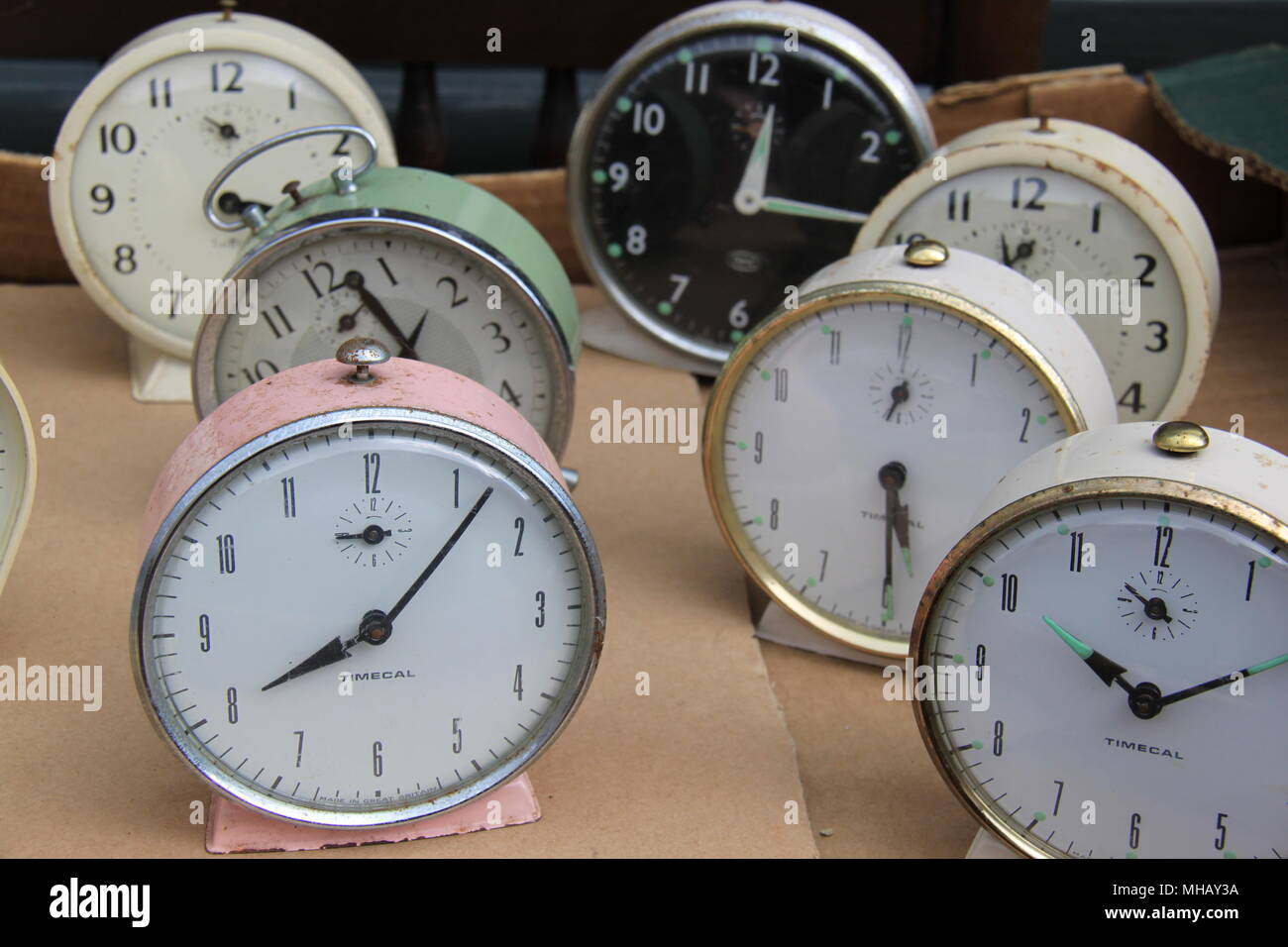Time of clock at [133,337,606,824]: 8:07
